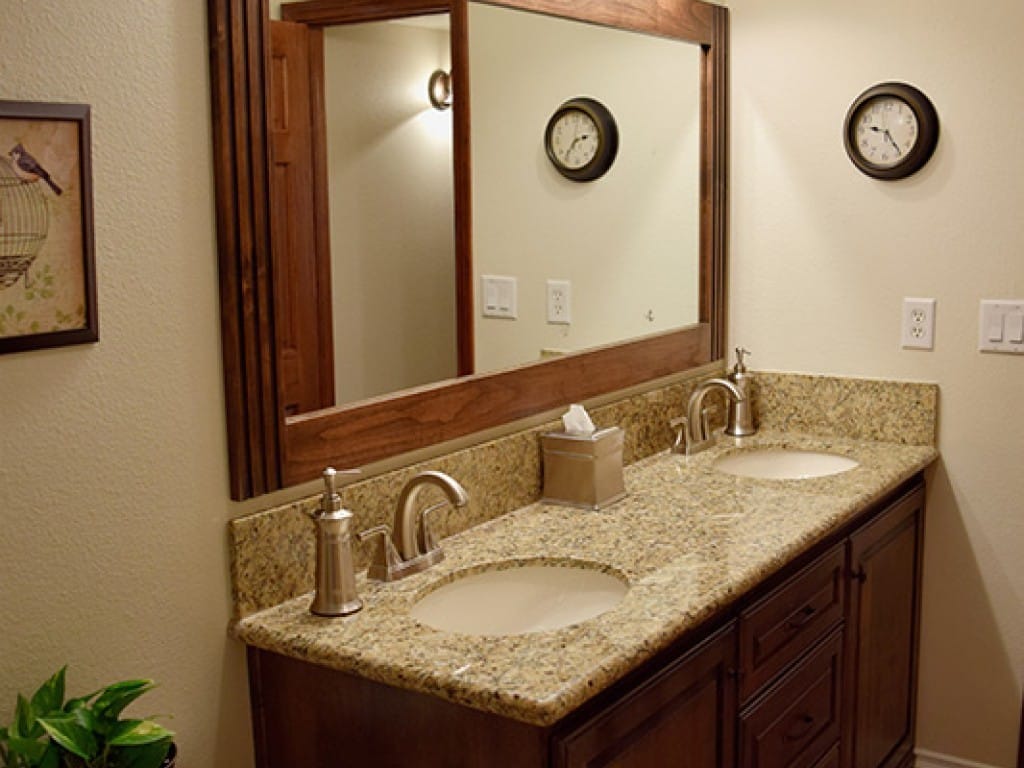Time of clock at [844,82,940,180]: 9:23
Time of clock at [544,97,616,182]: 2:36
